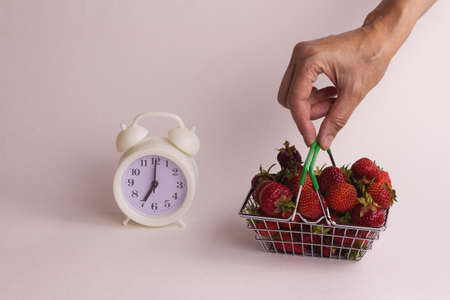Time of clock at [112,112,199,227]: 7:00
